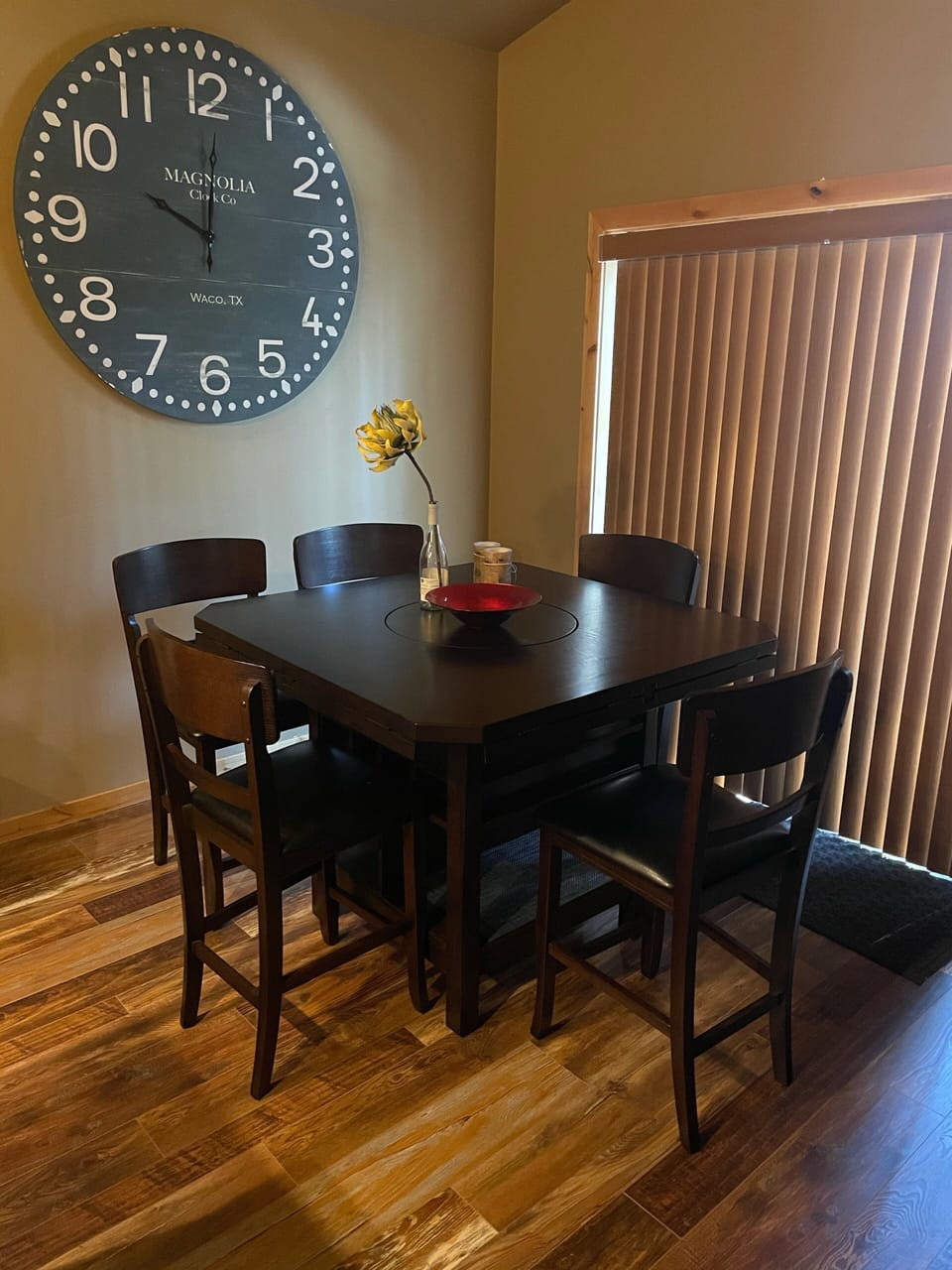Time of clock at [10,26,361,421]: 10:00
